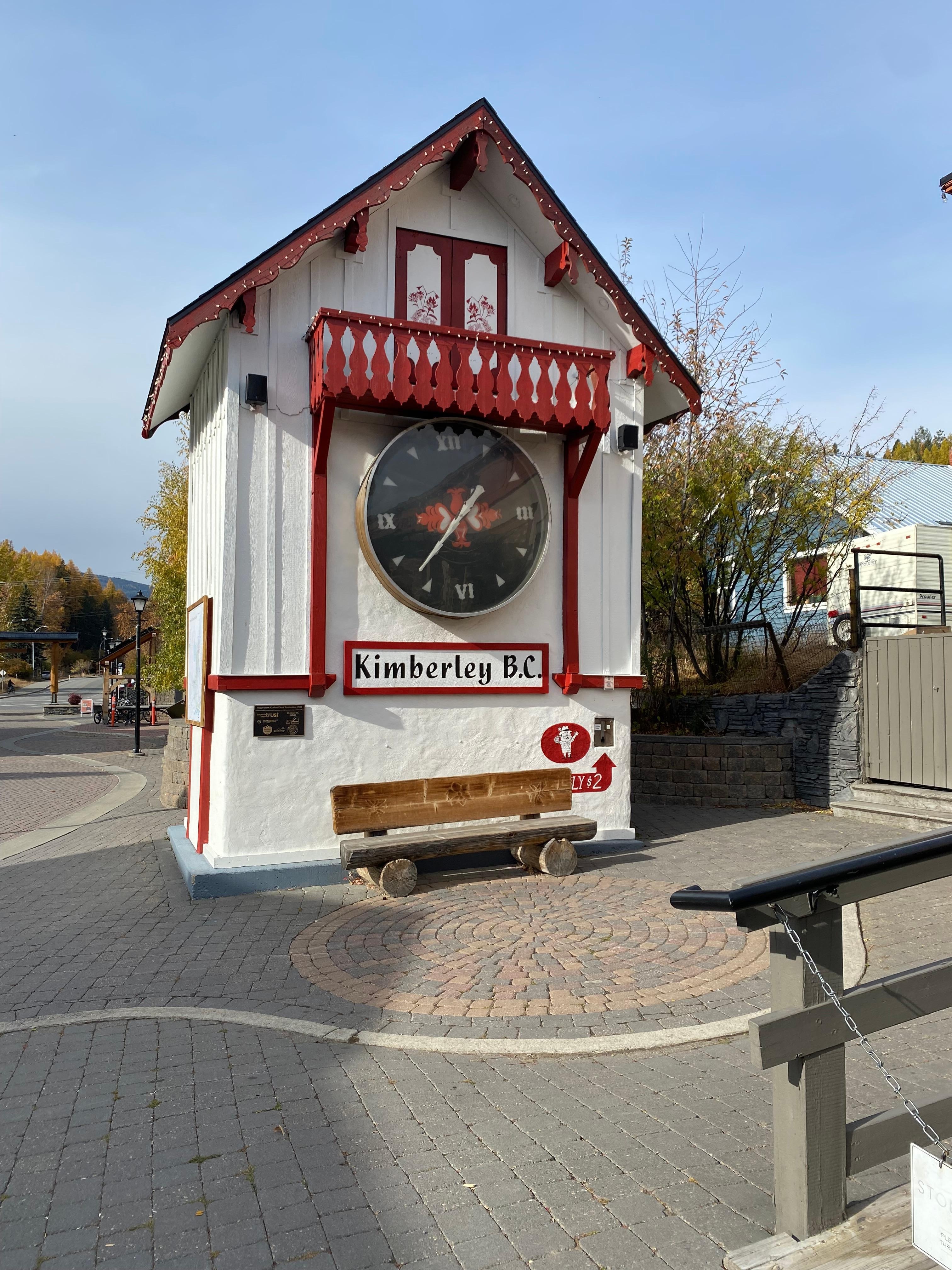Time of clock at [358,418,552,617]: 1:37
